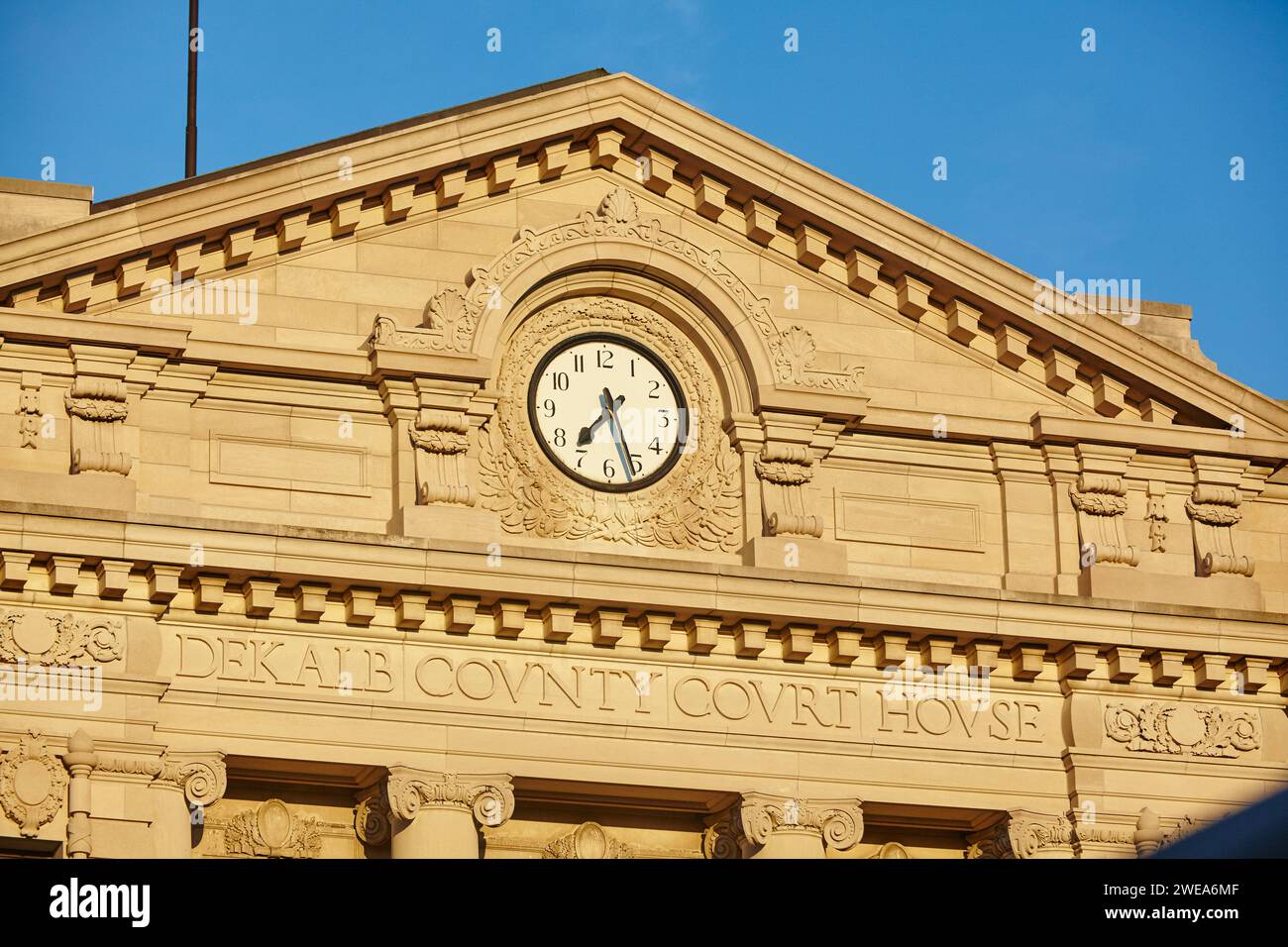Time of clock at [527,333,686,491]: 7:26
